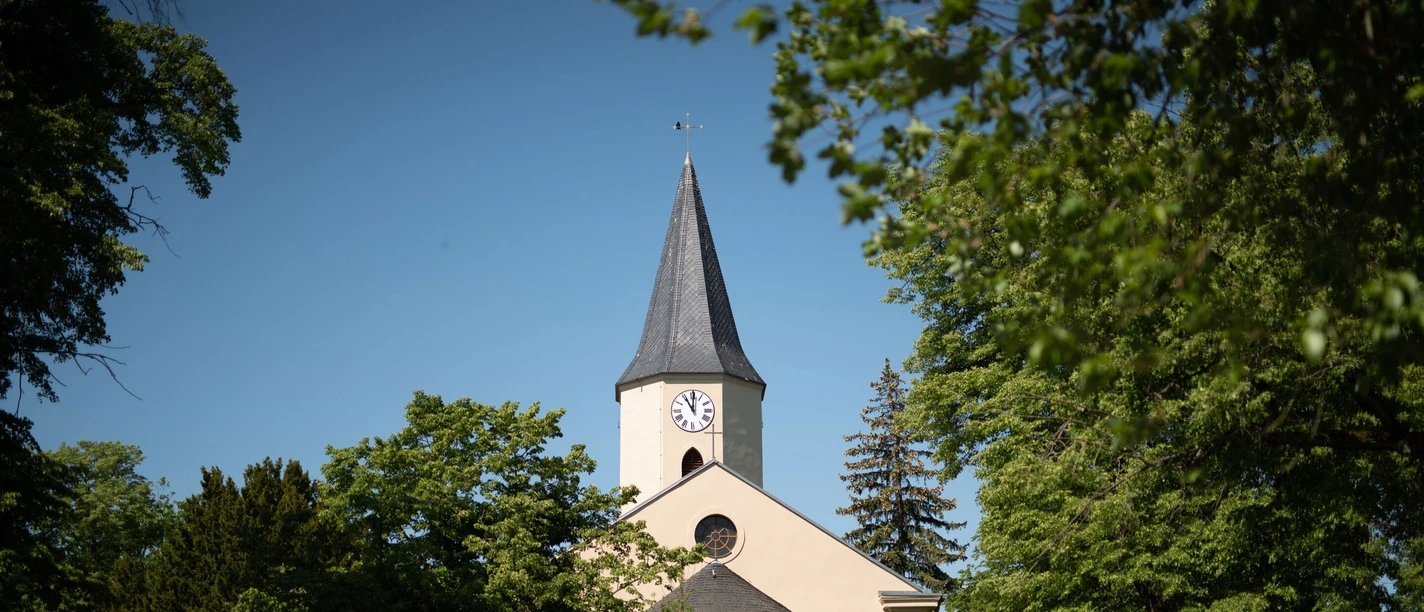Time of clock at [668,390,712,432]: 11:00
